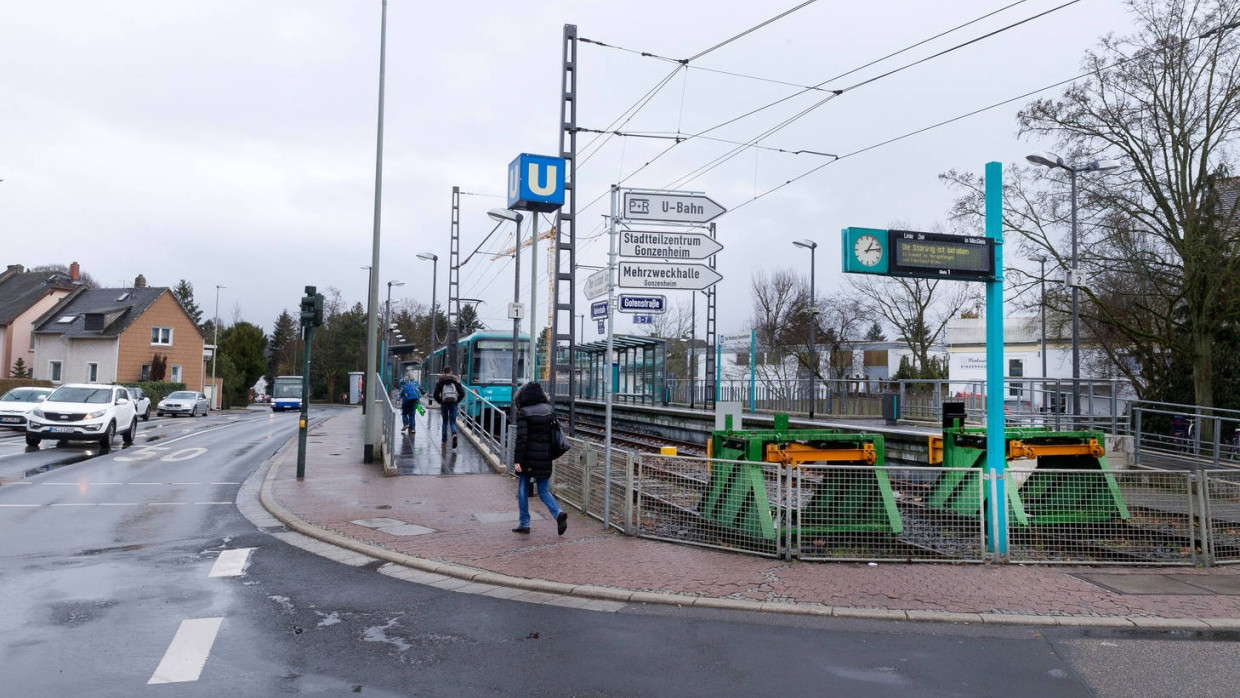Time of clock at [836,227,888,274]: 1:13
